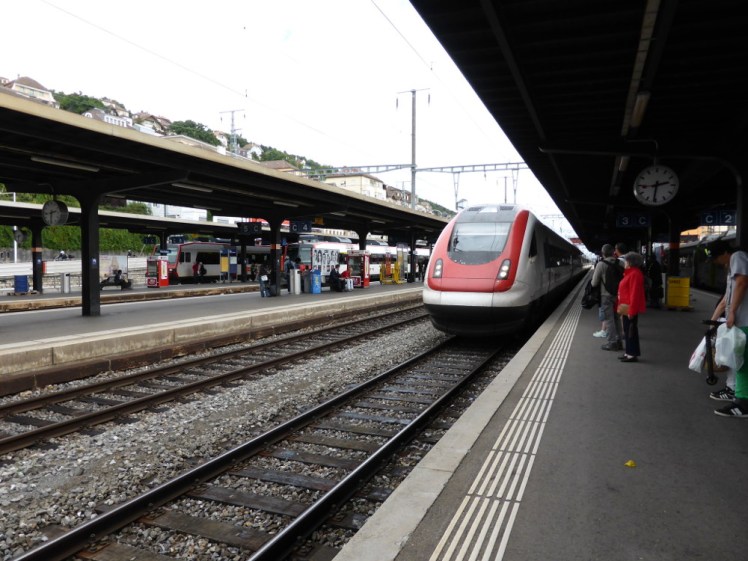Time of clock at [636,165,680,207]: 2:31
